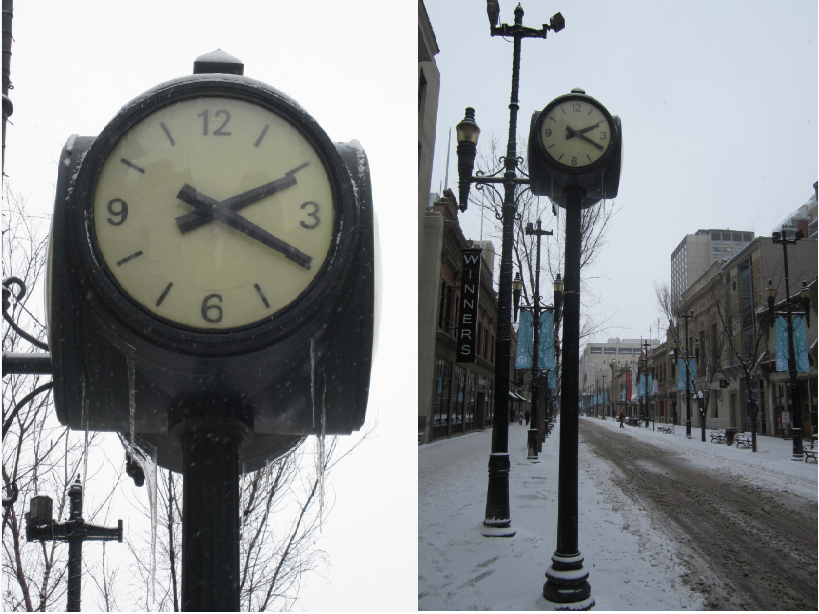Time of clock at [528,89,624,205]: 2:19
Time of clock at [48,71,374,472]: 2:19
